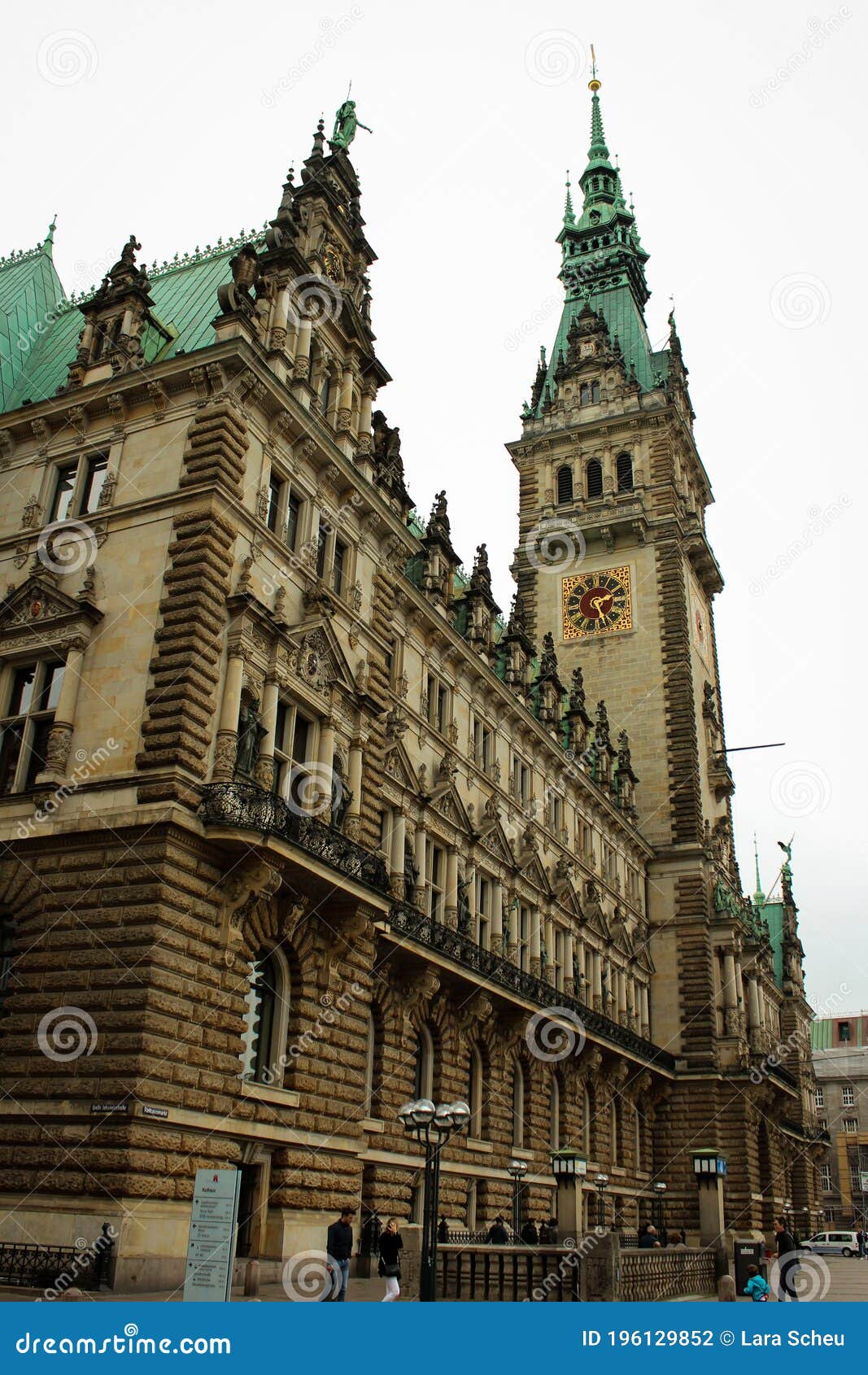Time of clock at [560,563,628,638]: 2:26
